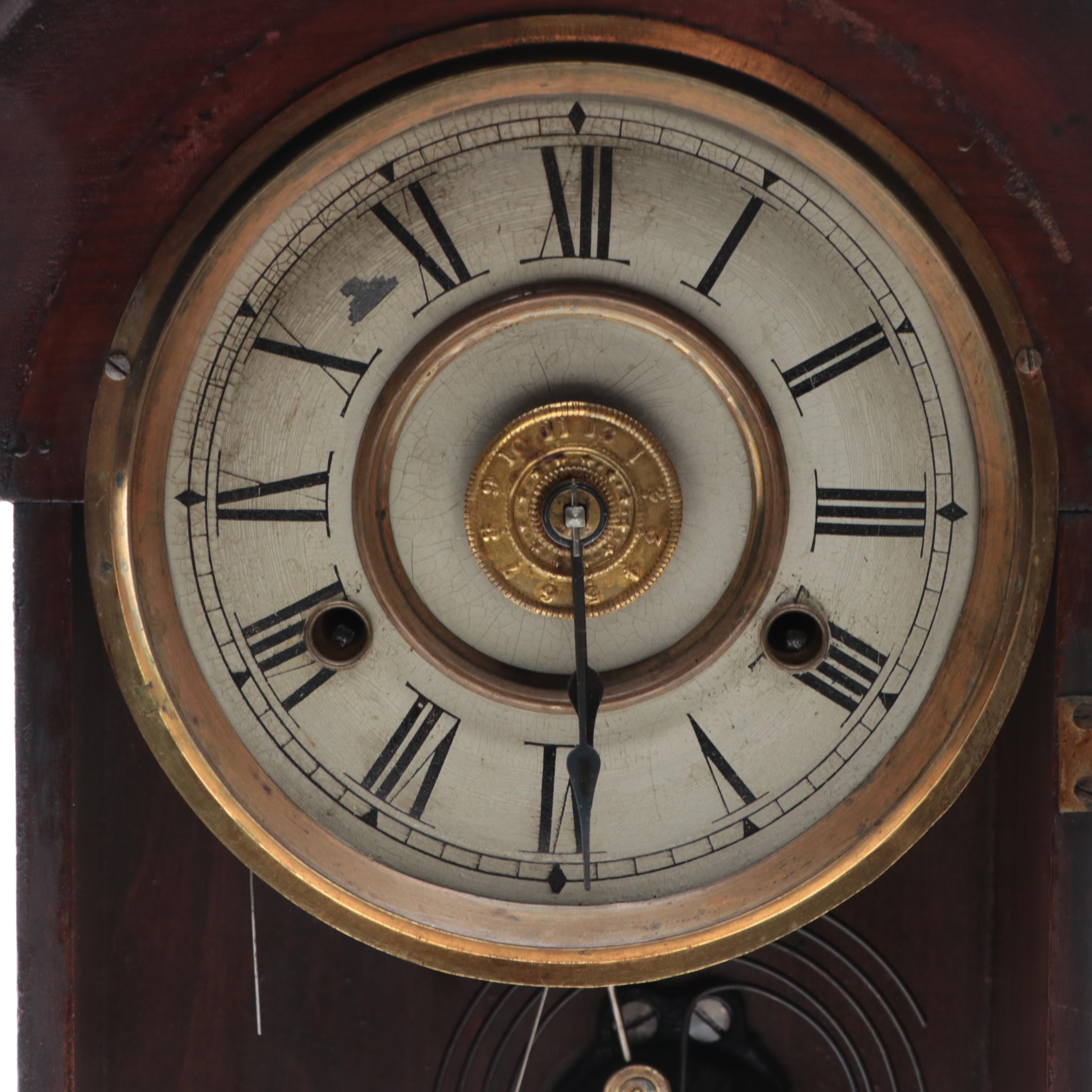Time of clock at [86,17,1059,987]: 5:29
